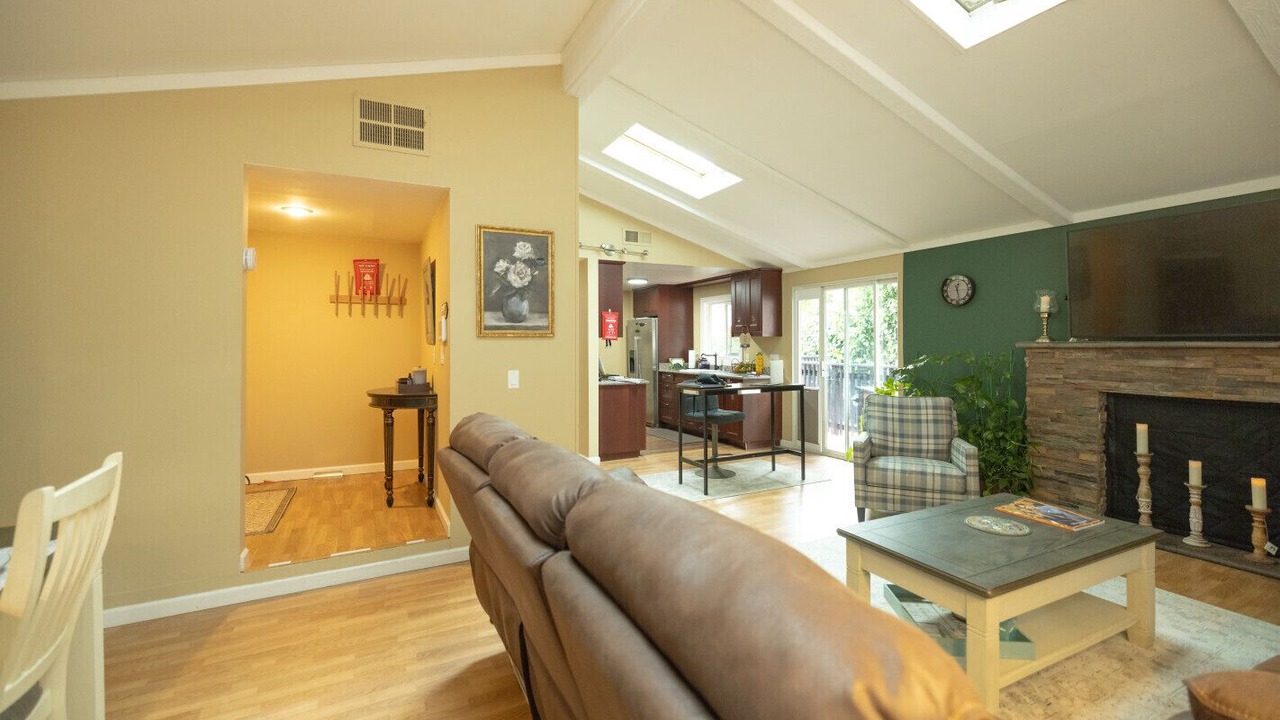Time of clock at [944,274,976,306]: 12:27
